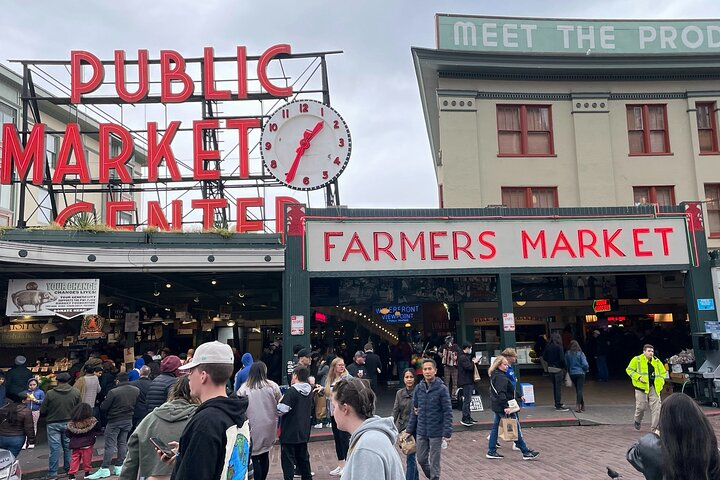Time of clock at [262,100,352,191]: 1:34
